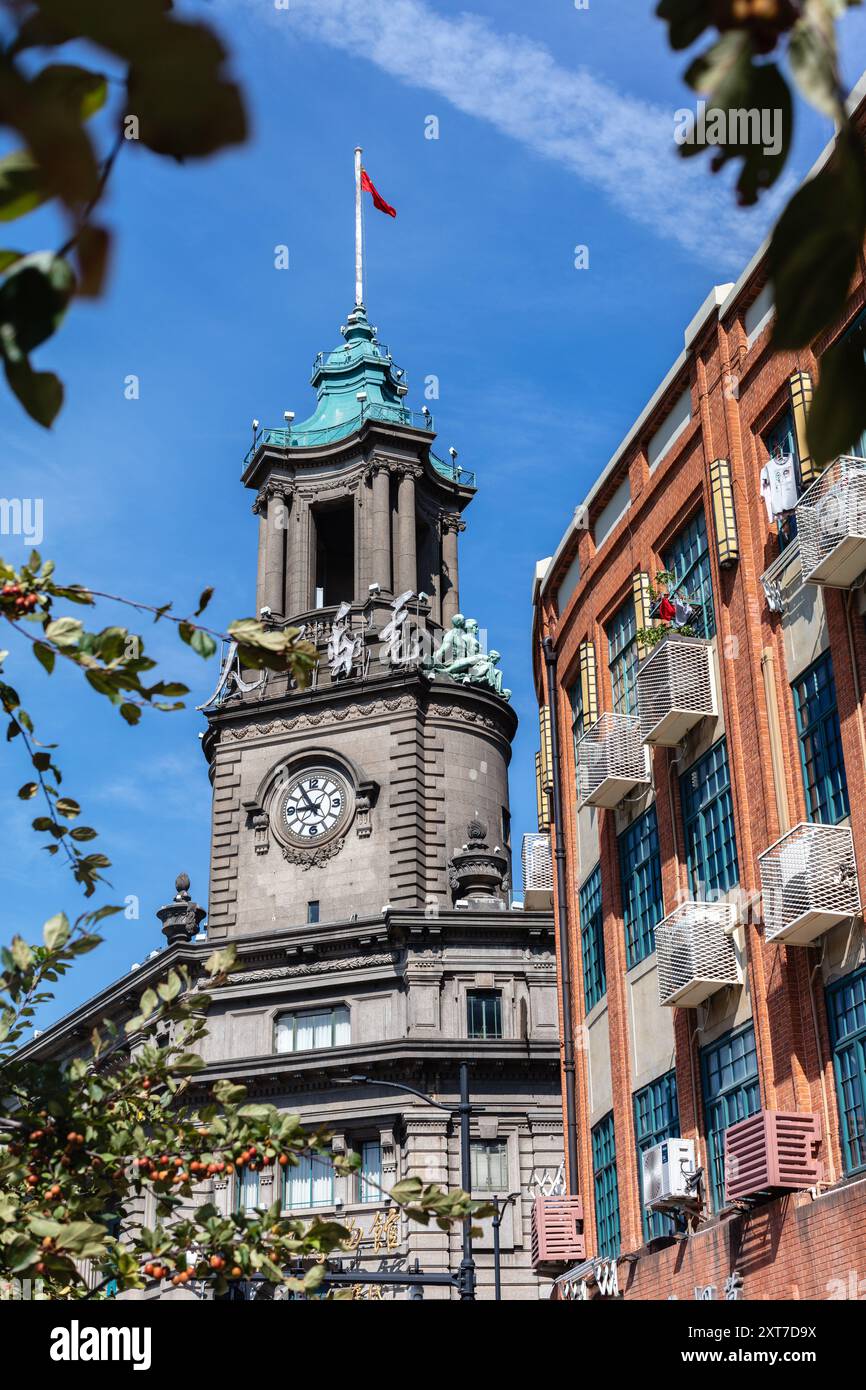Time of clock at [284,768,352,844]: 8:54
